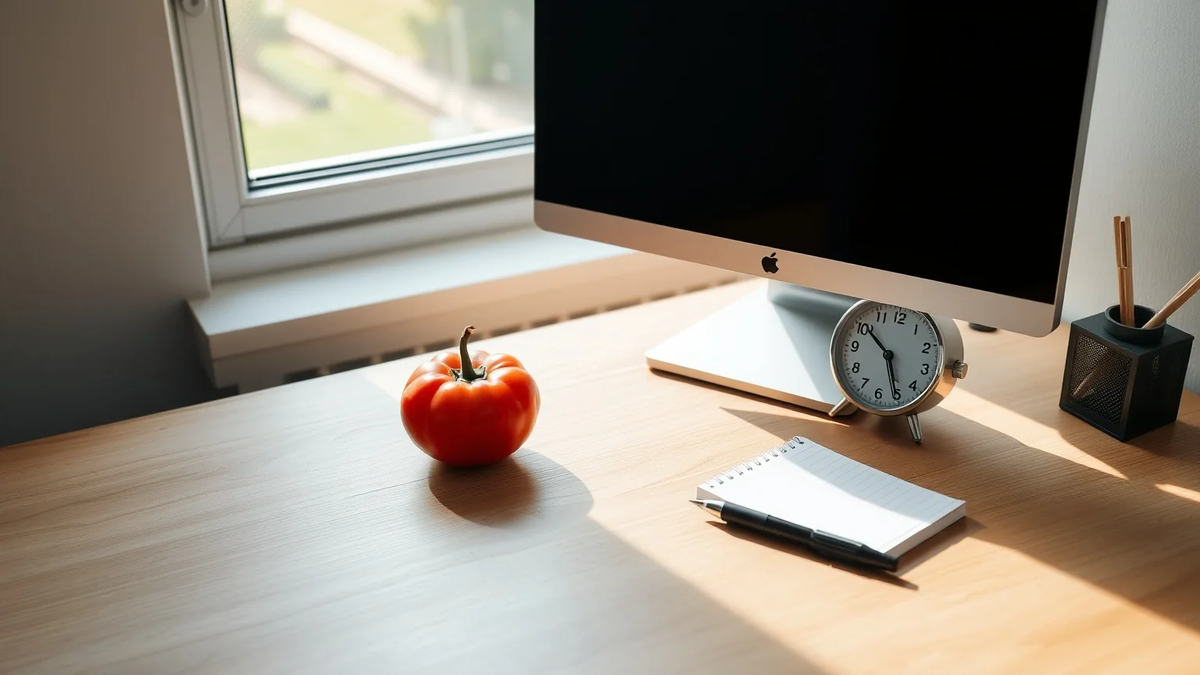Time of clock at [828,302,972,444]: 4:50
